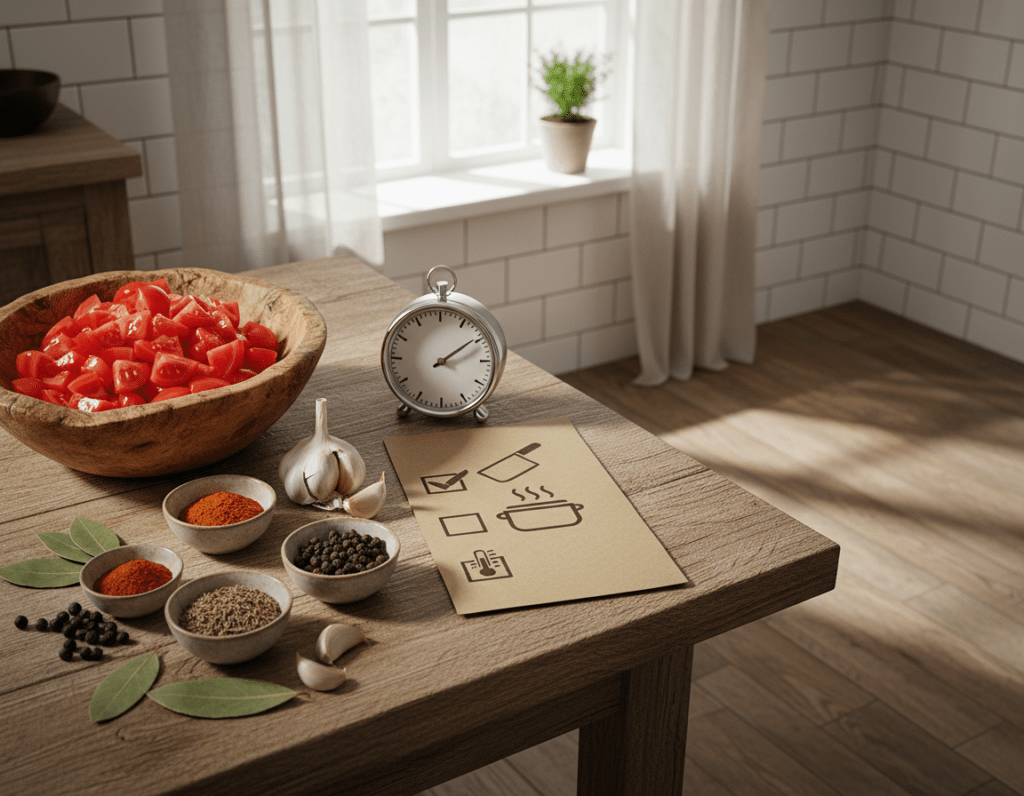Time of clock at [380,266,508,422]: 2:09
